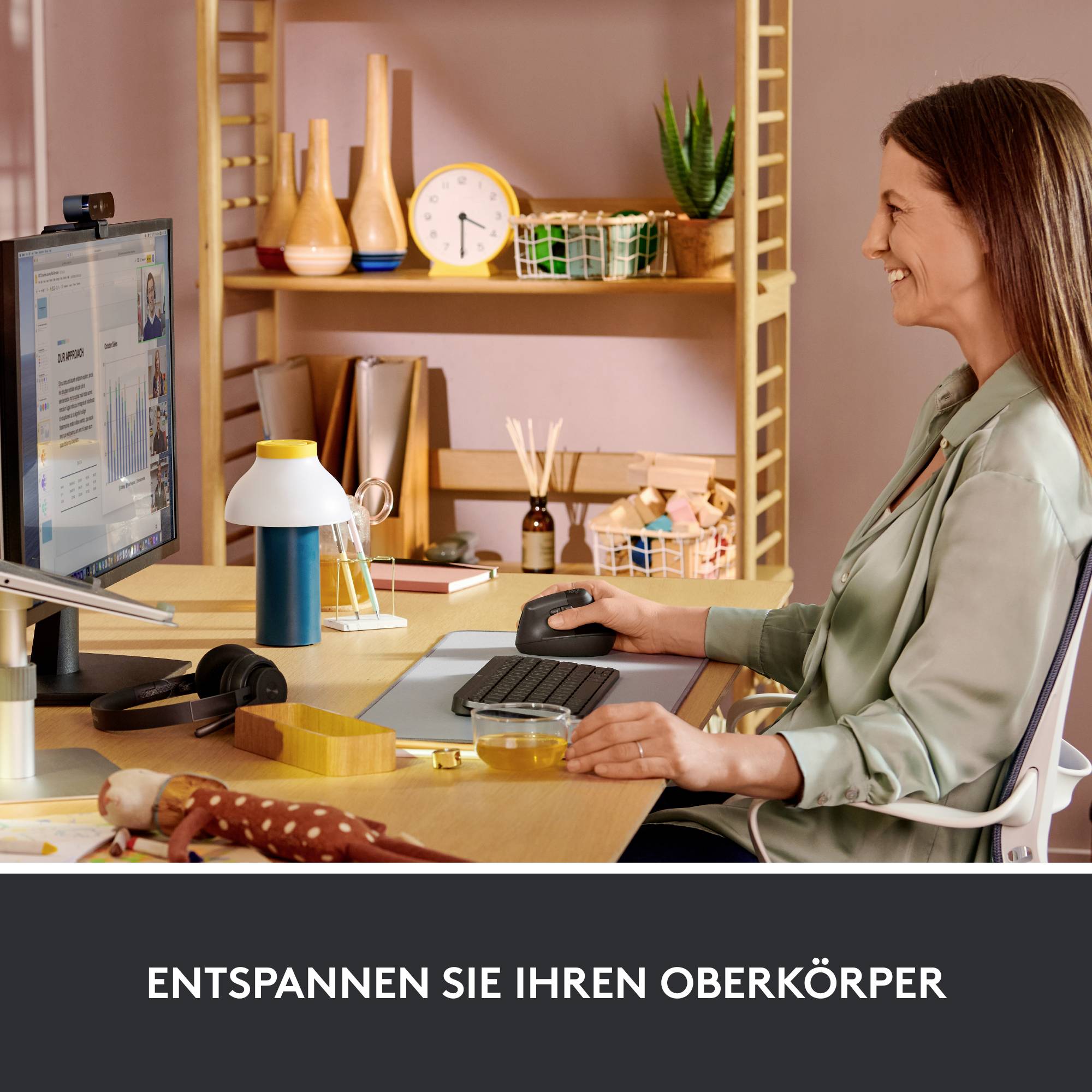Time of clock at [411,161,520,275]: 3:30
